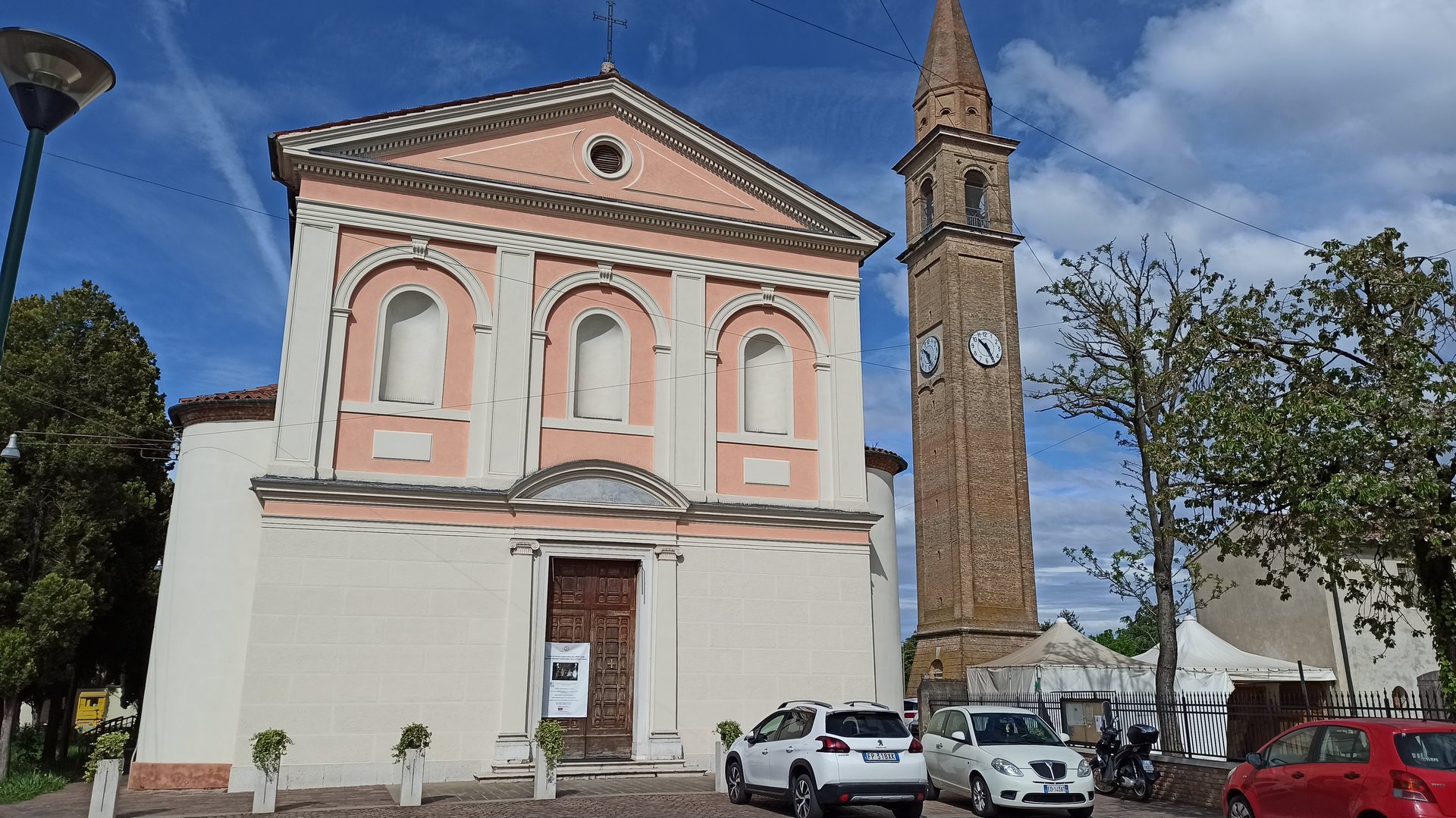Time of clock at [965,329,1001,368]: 10:25
